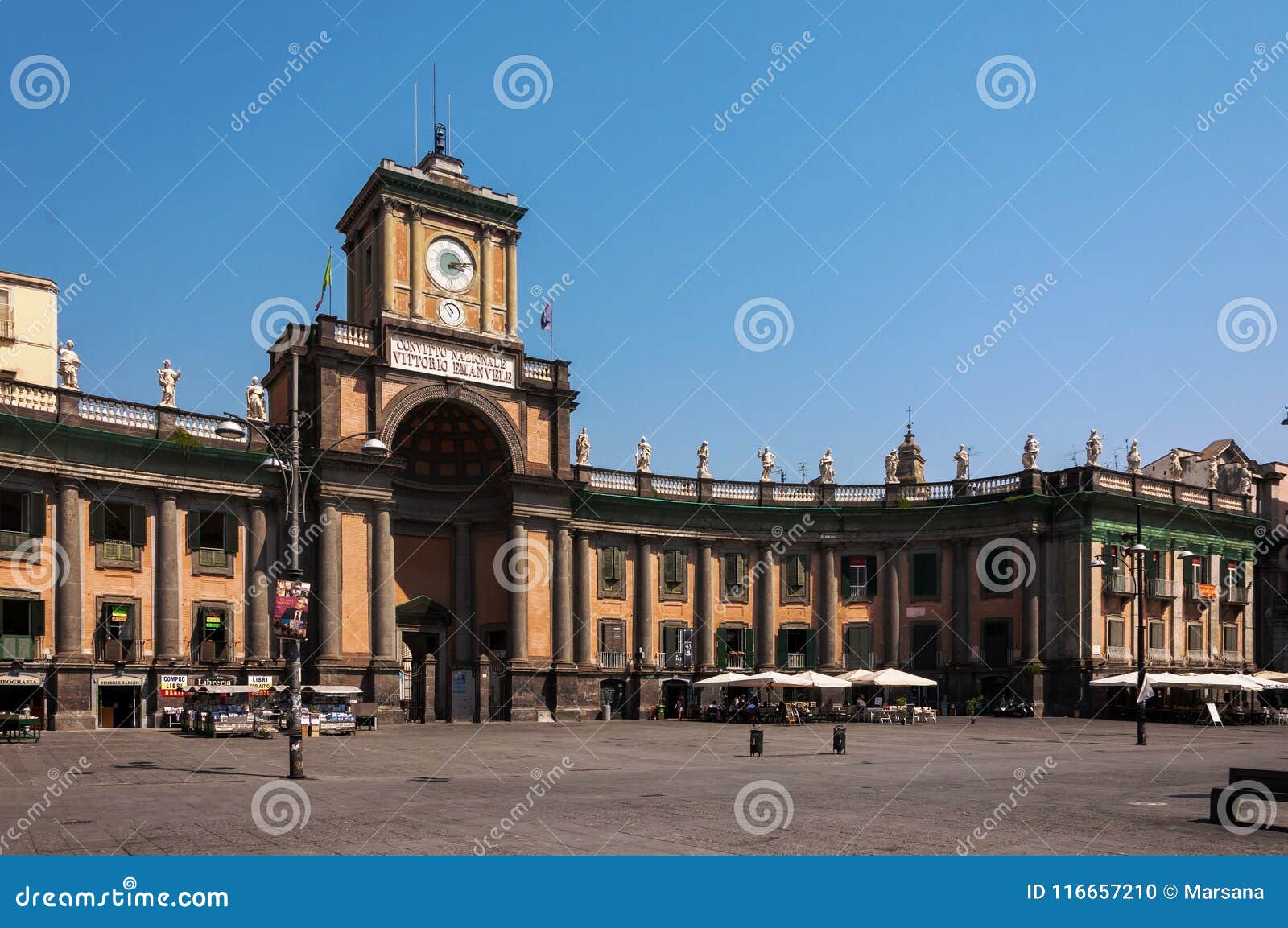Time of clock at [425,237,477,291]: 3:13
